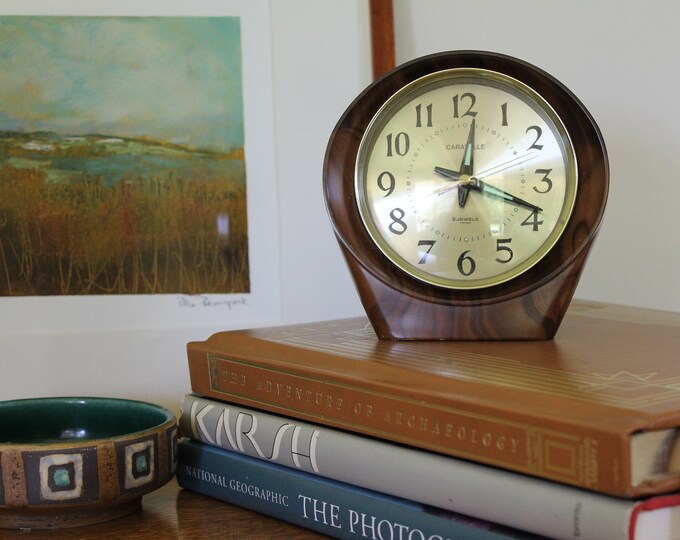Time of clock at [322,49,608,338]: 12:18
